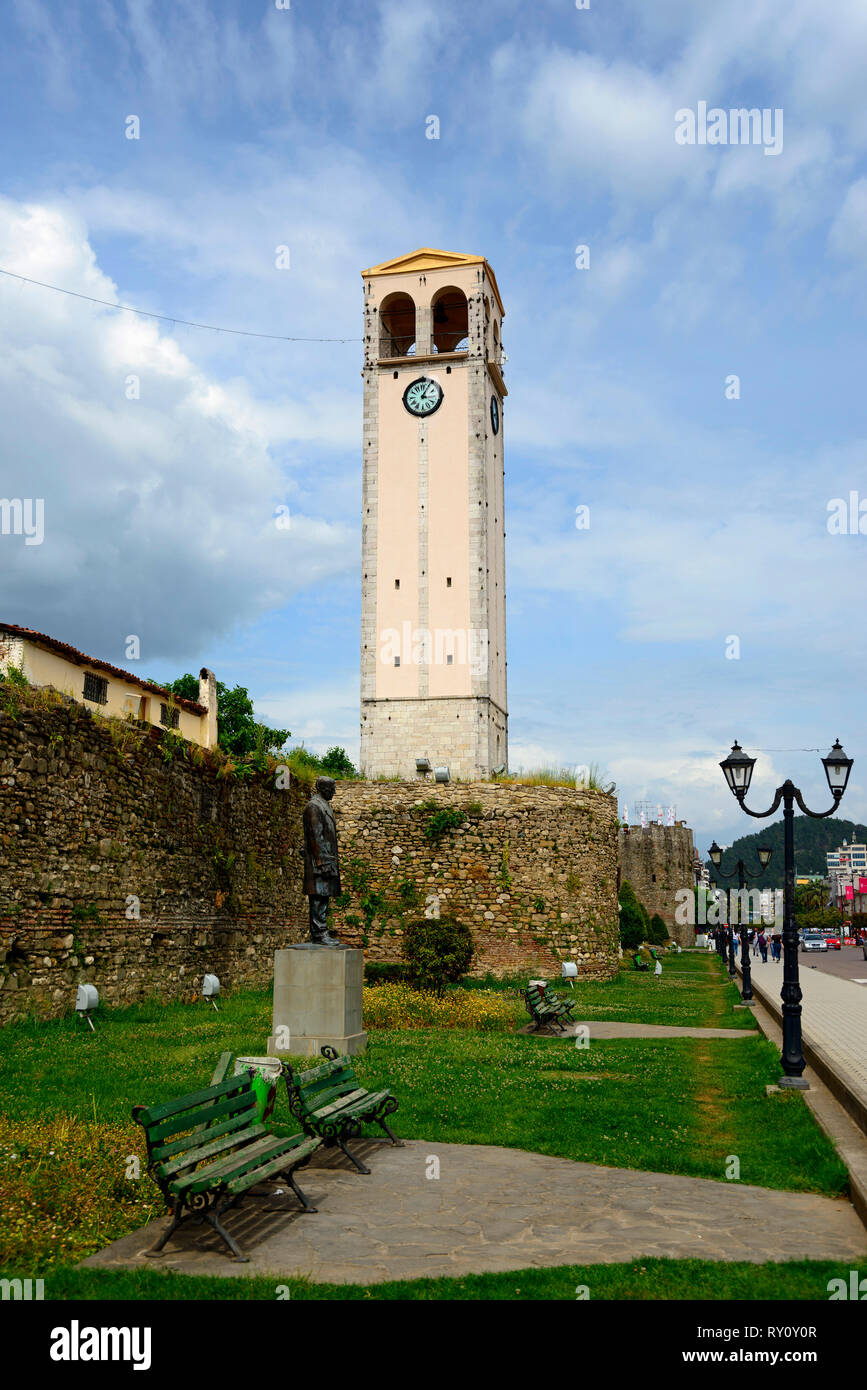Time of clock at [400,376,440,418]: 3:04
